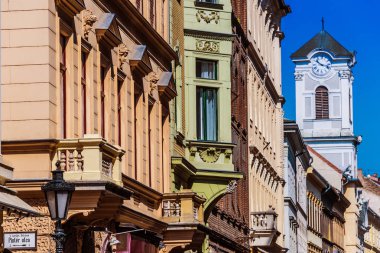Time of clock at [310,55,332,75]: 10:17
